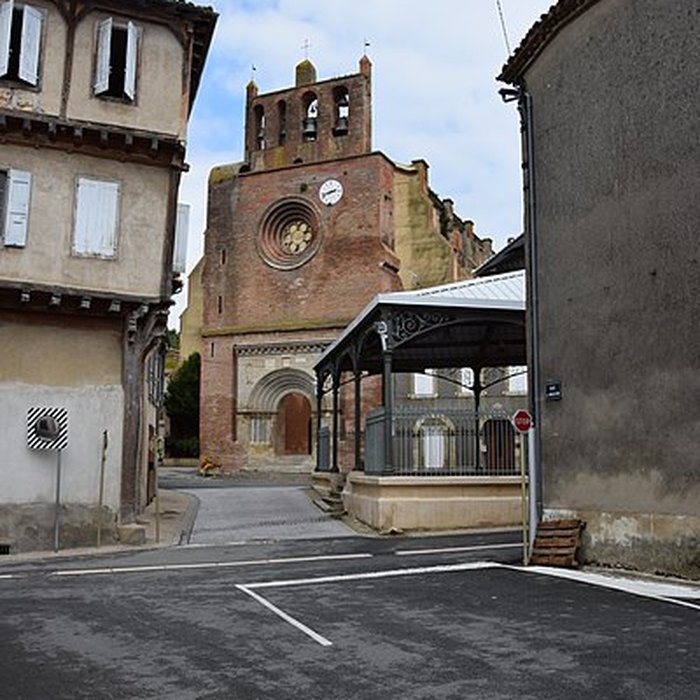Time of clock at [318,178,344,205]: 2:42
